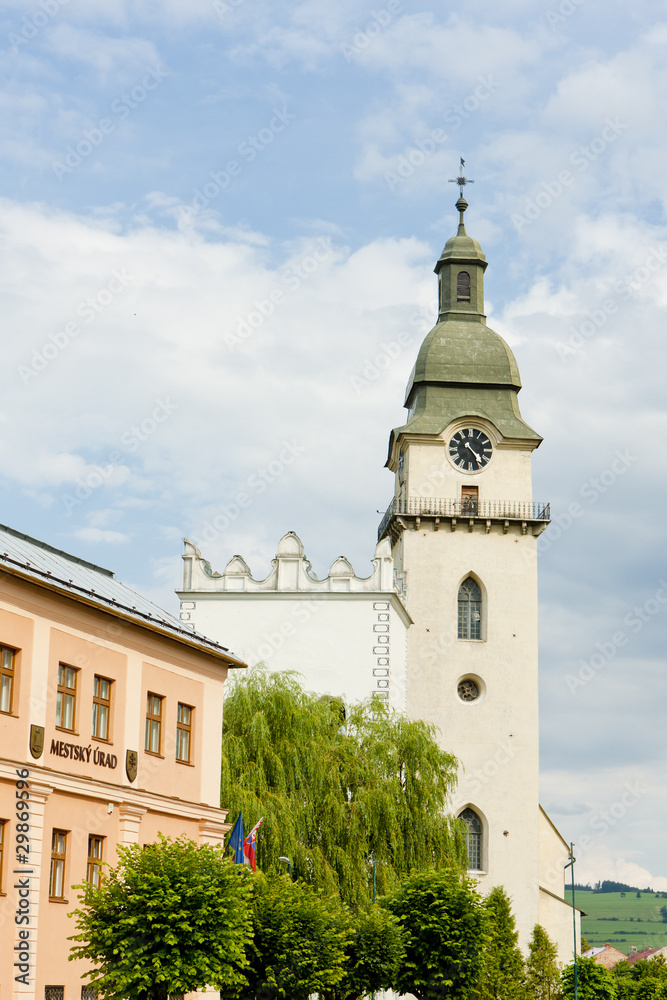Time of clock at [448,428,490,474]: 4:23
